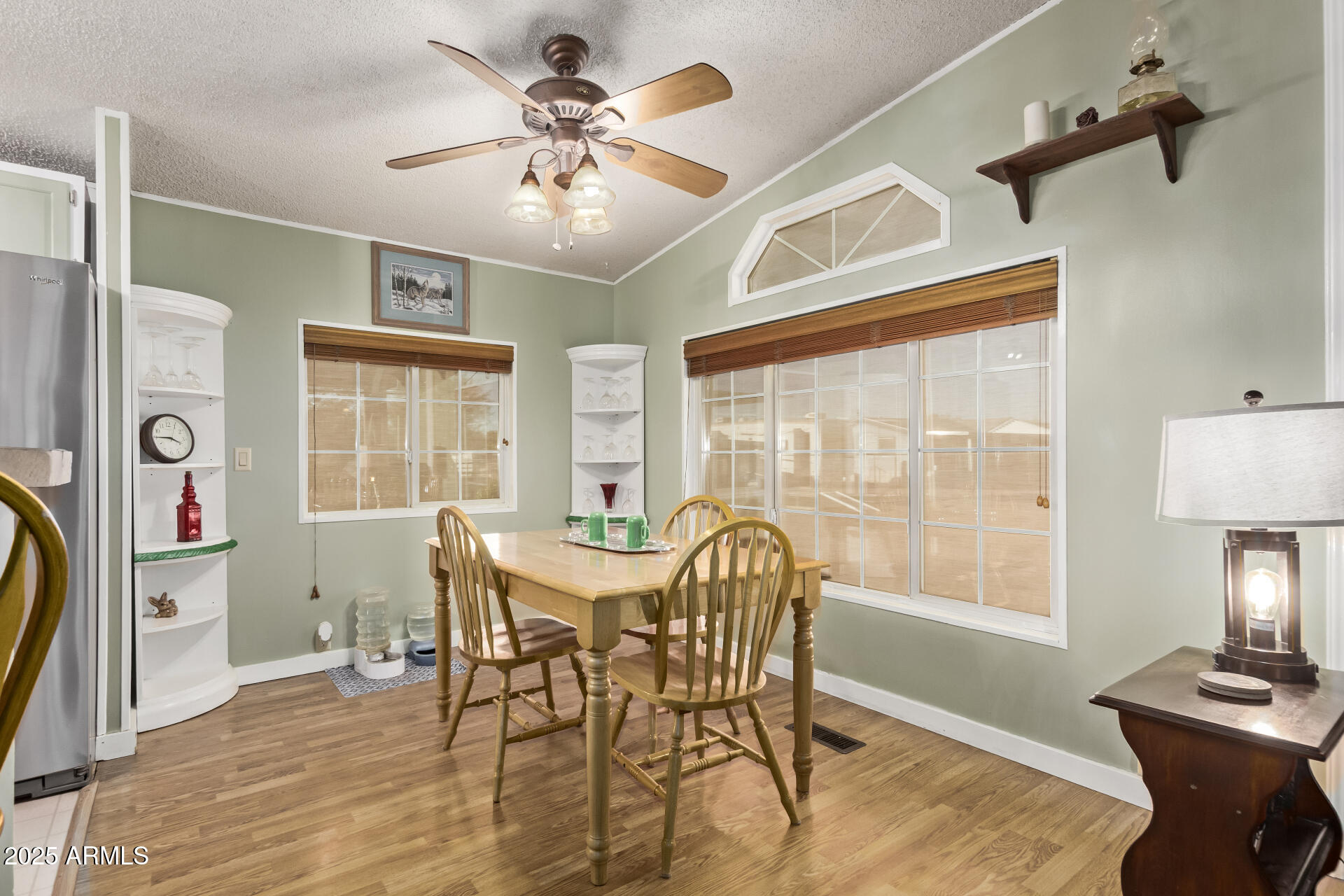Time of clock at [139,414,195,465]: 3:45
